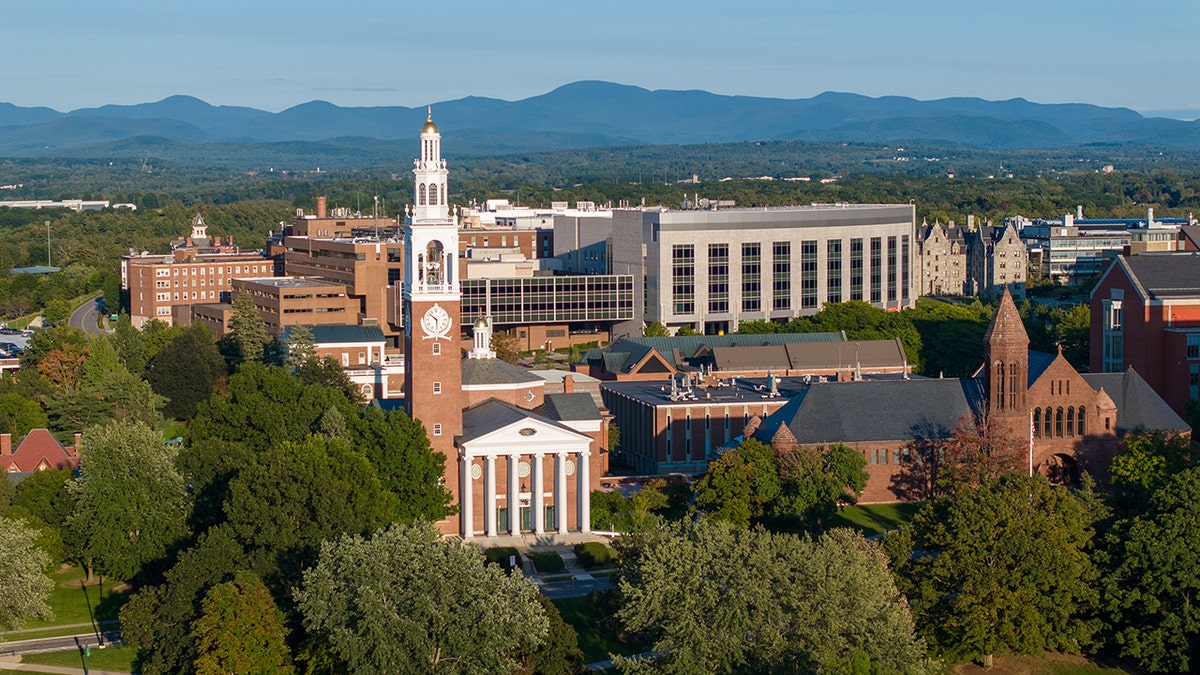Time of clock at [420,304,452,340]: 5:51
